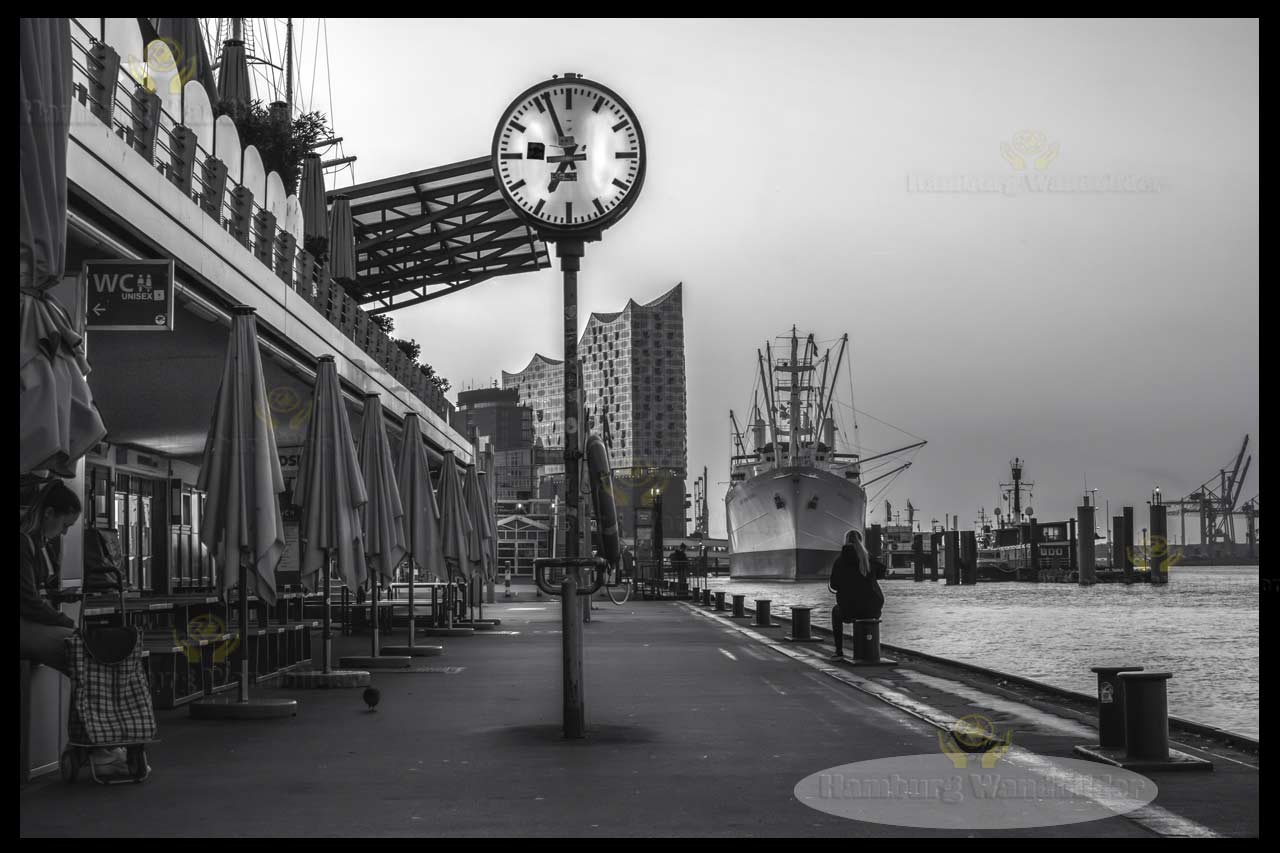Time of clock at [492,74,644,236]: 6:56
